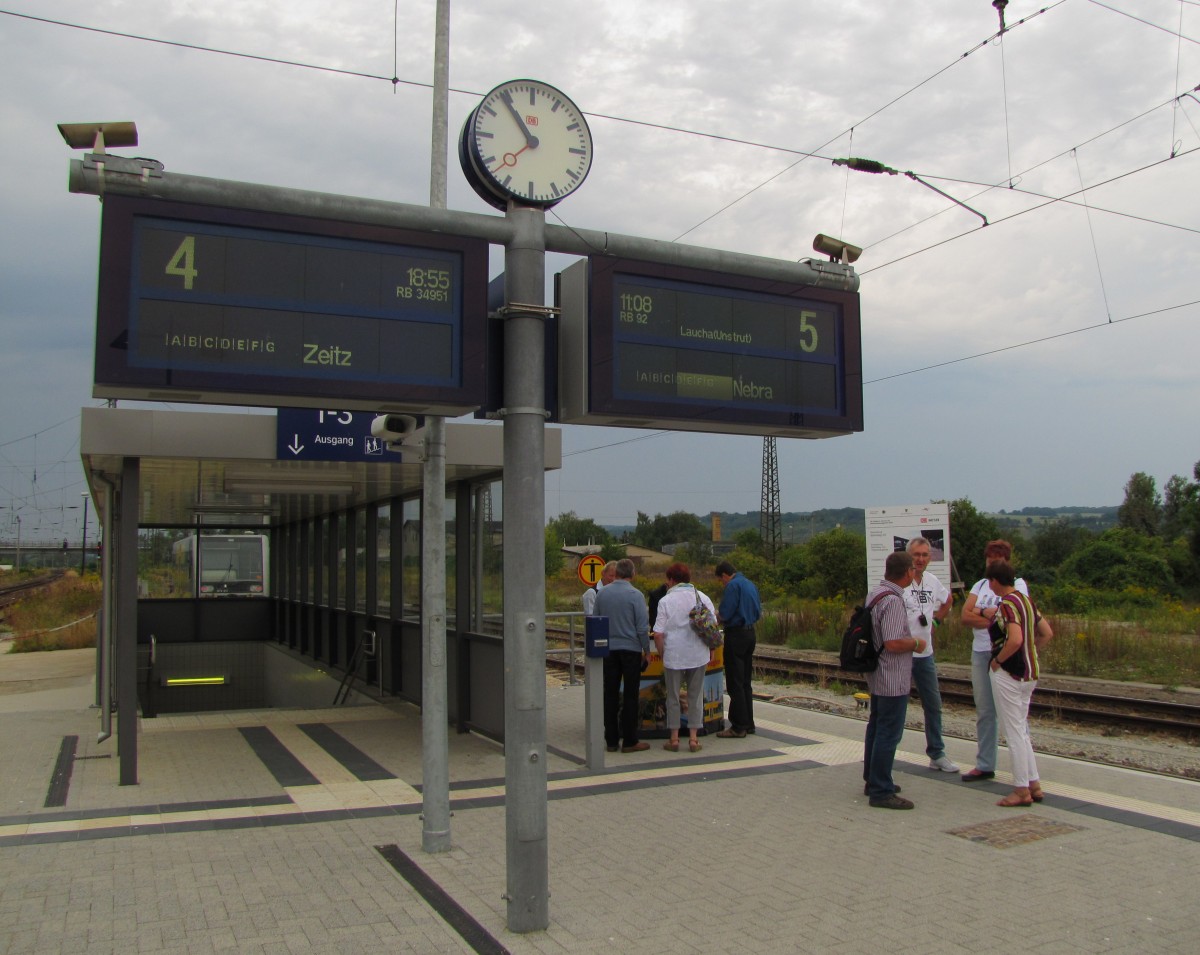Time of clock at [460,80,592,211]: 10:53
